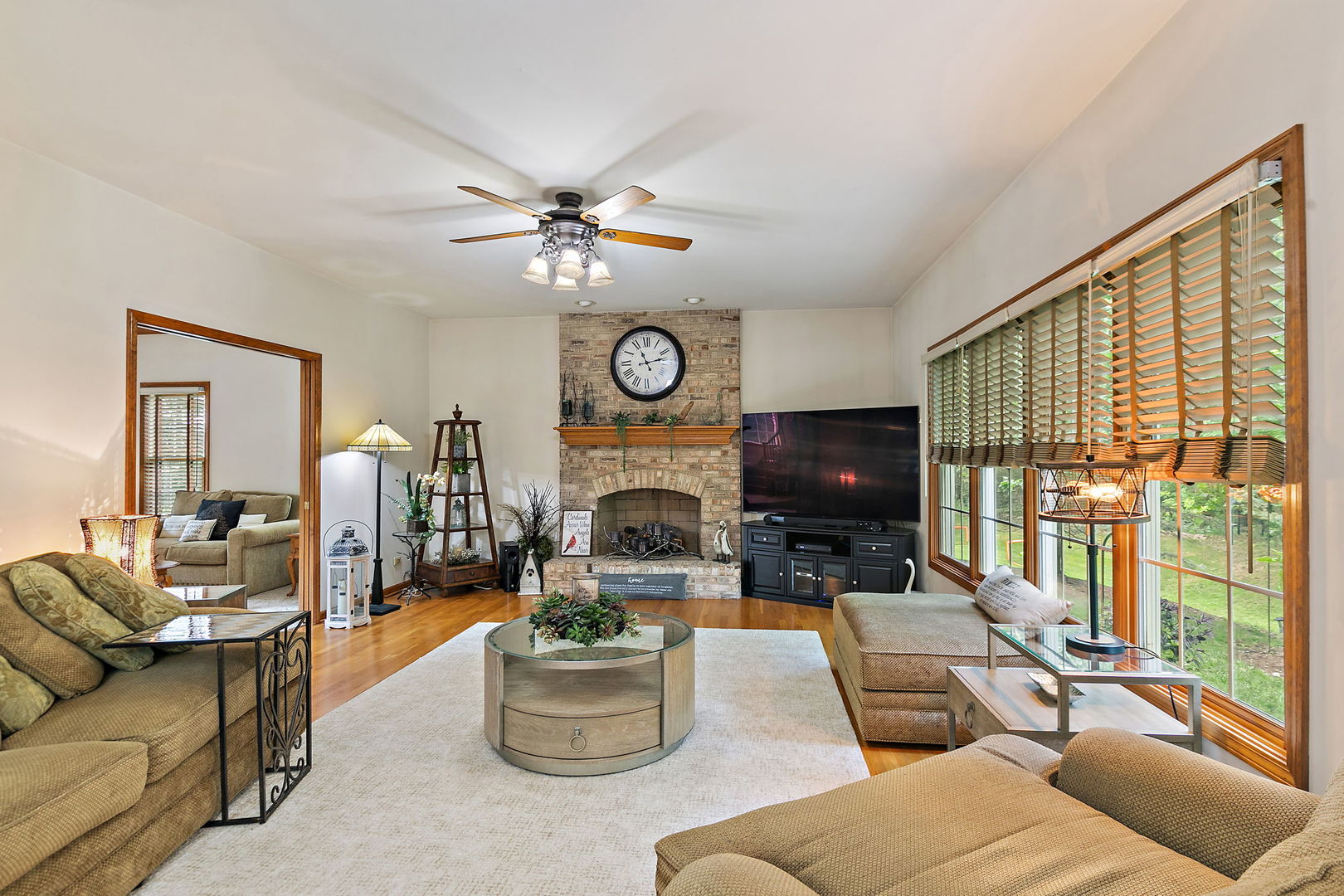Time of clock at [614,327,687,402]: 11:12
